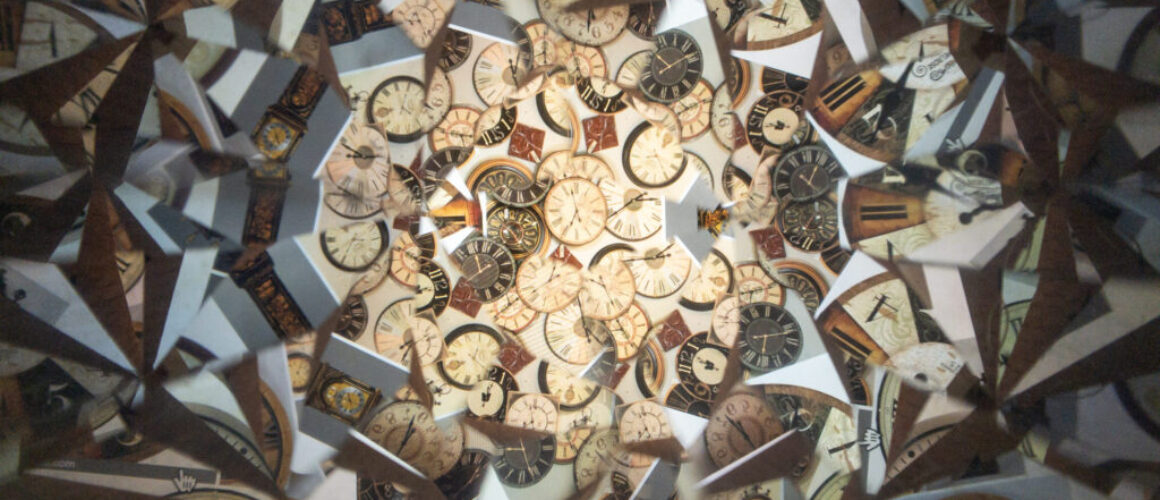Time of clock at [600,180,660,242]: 2:39
